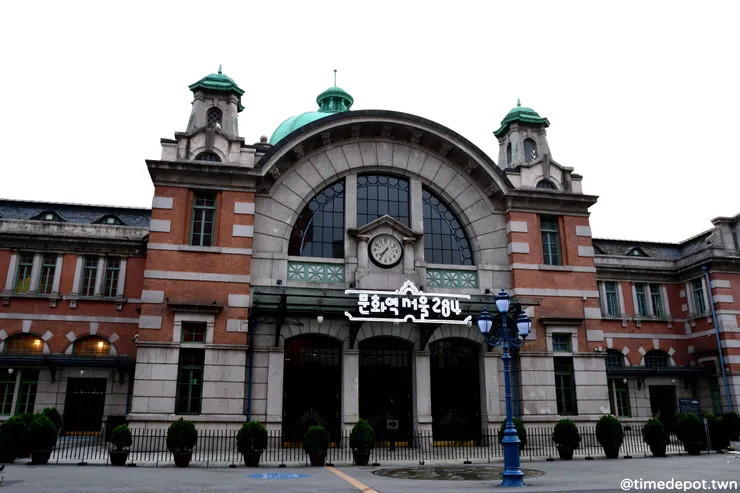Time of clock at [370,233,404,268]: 7:35
